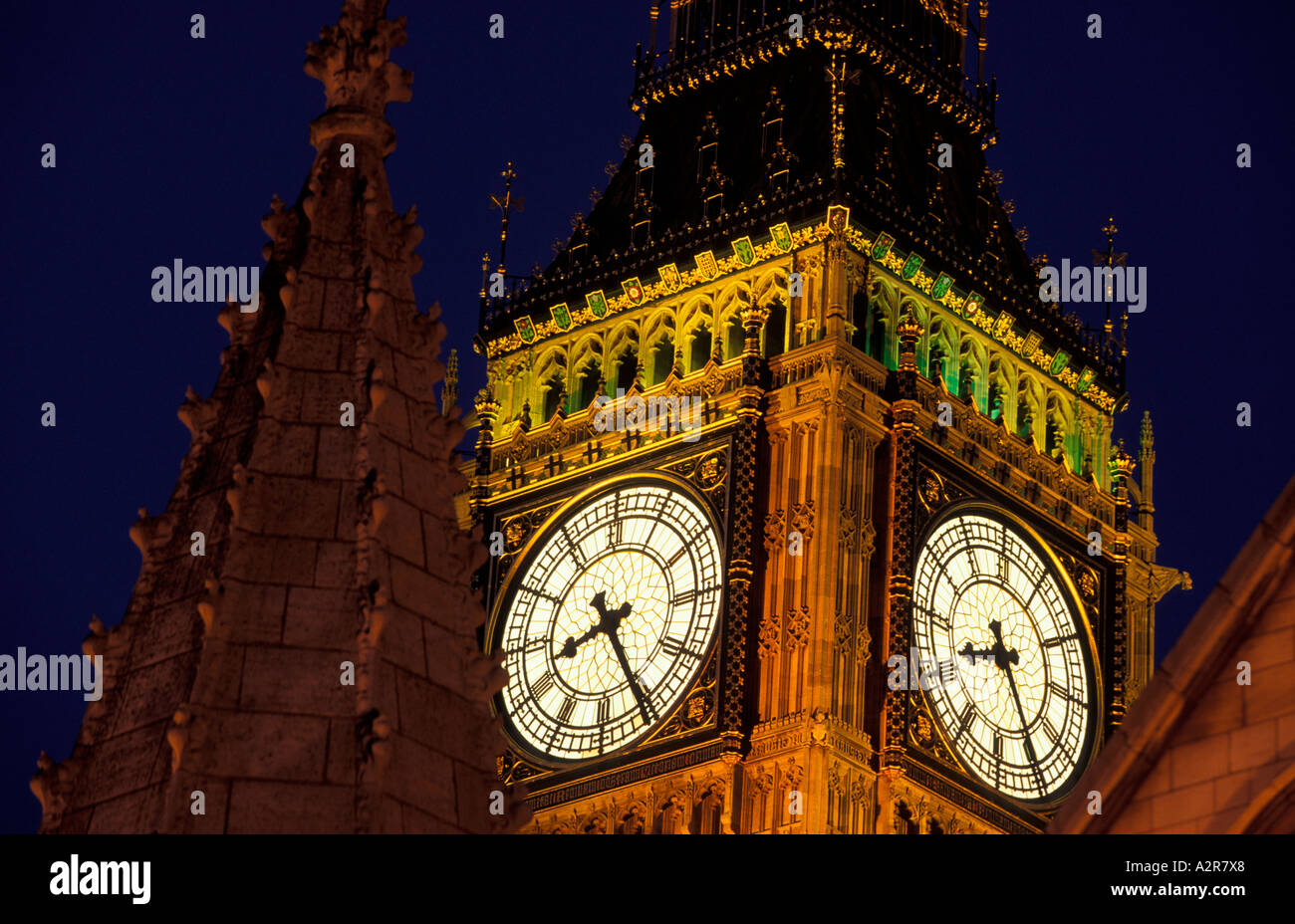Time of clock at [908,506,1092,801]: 8:24
